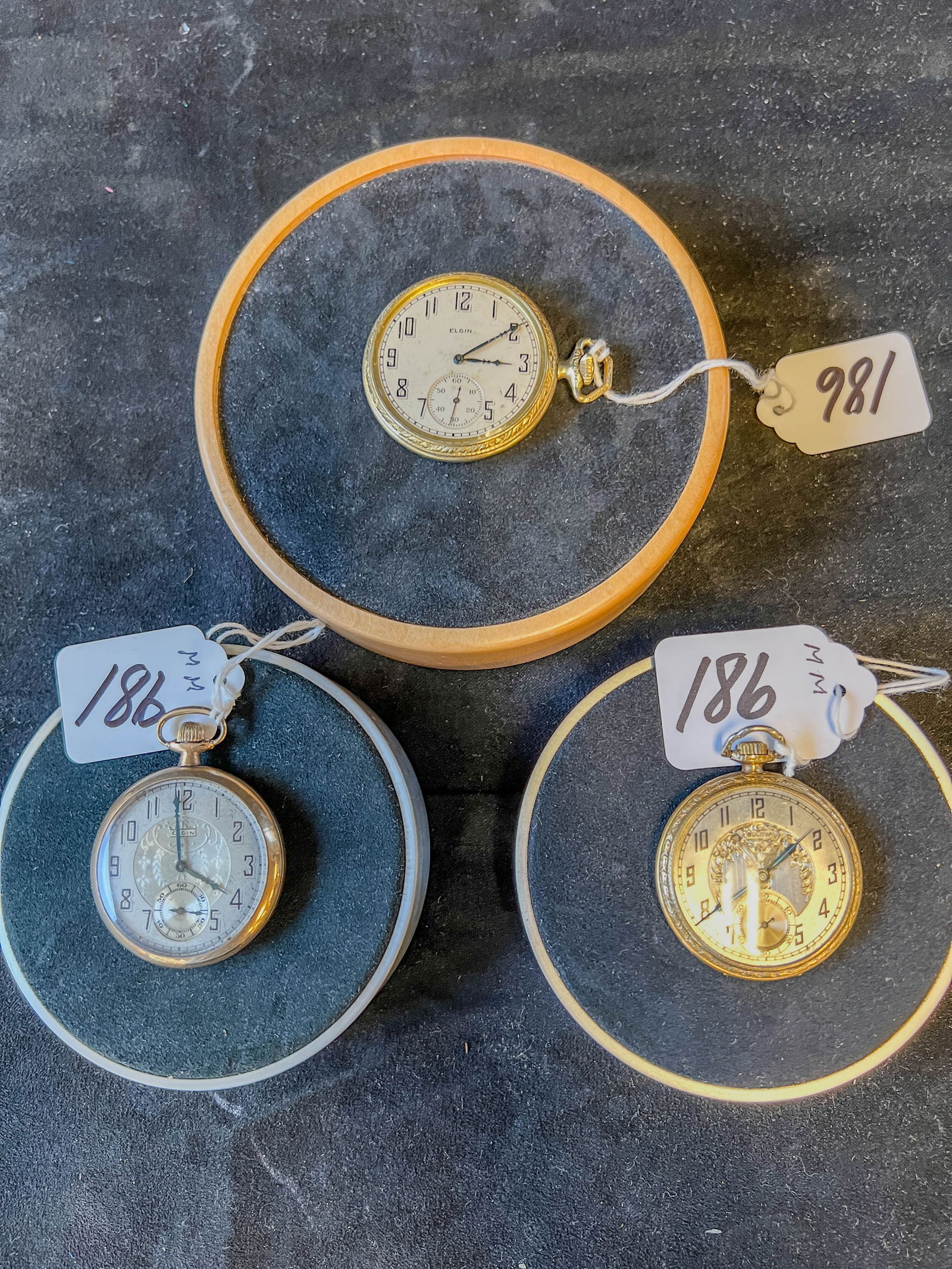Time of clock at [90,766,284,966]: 3:58
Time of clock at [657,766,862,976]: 1:39
